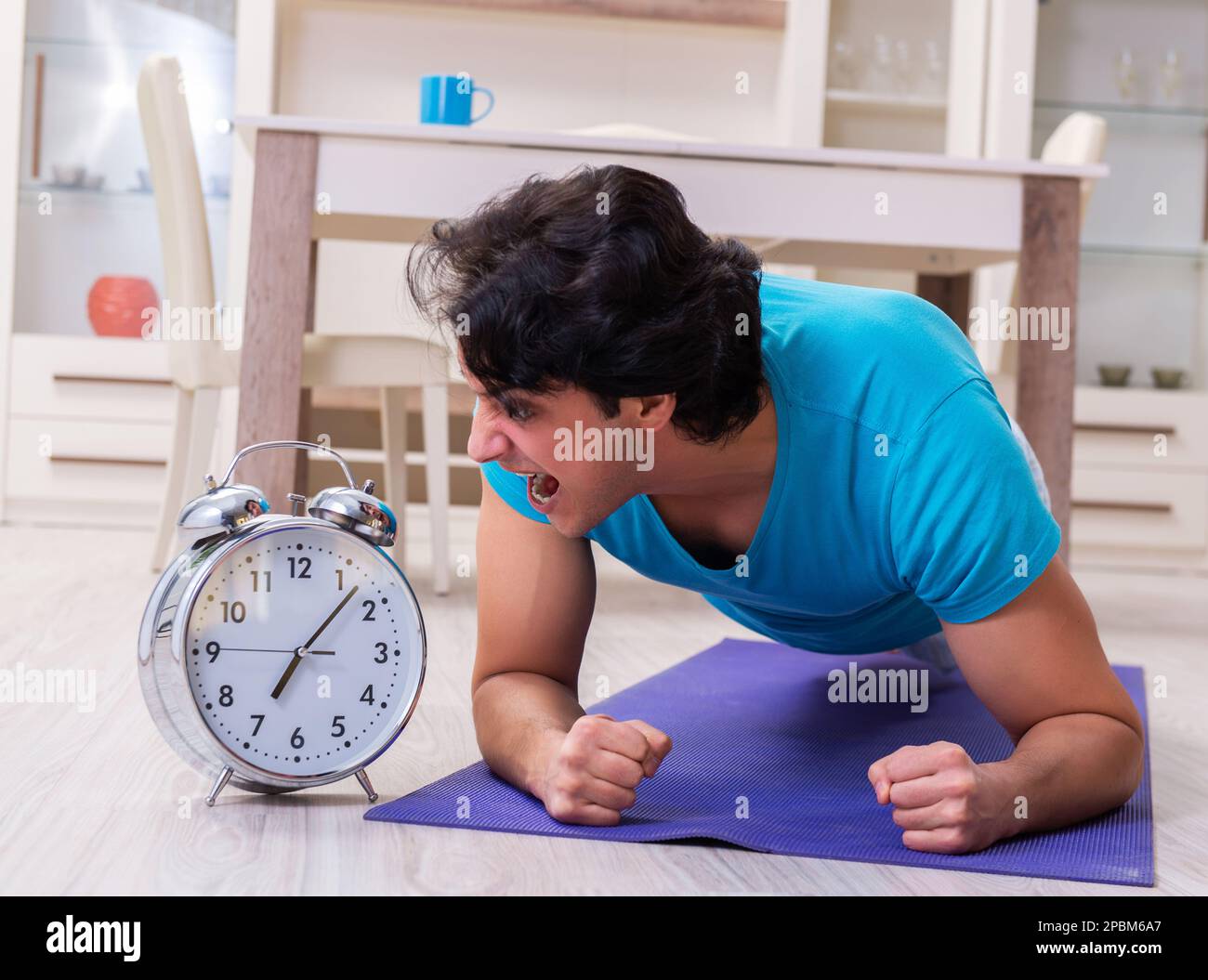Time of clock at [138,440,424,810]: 7:07
